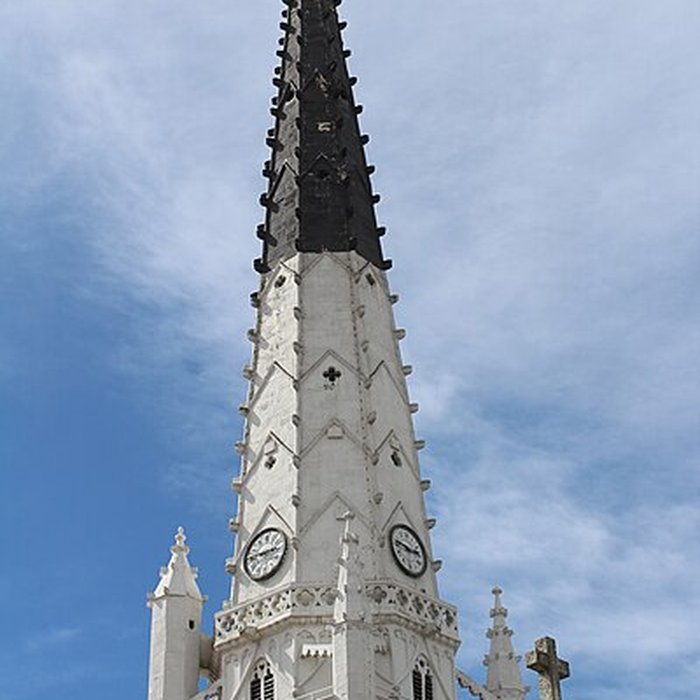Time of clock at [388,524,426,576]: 2:46
